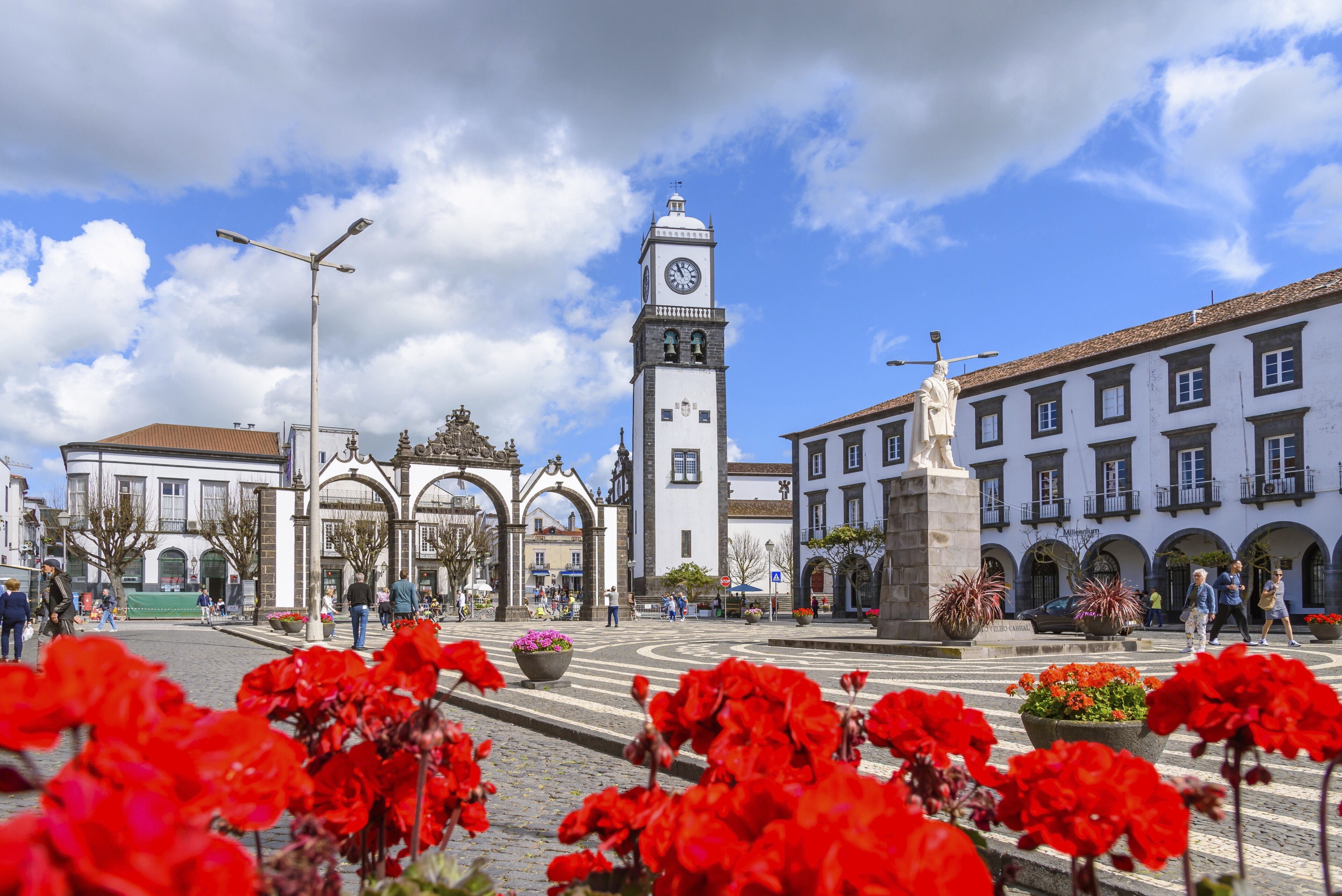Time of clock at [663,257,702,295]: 10:55
